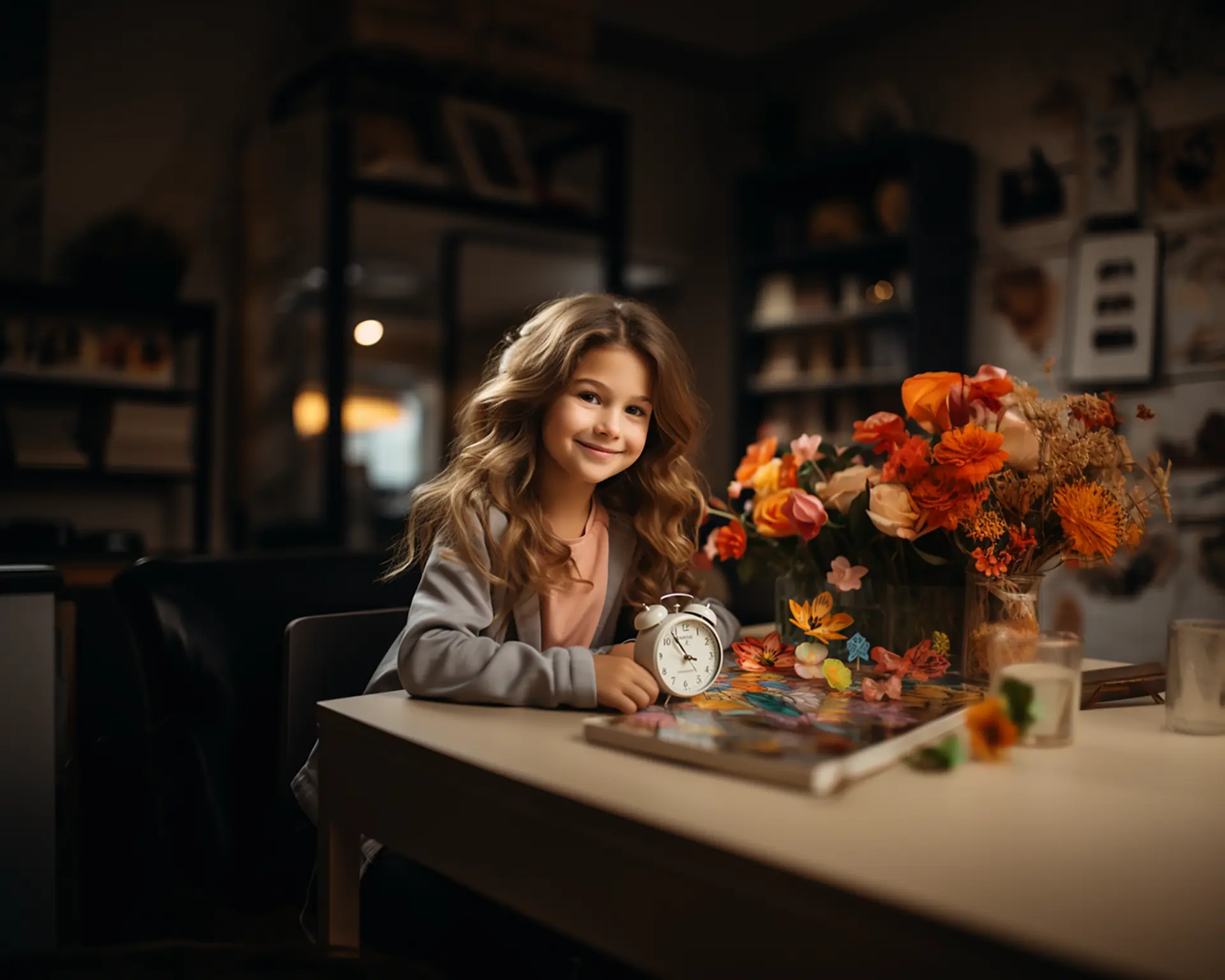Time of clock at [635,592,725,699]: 3:54
